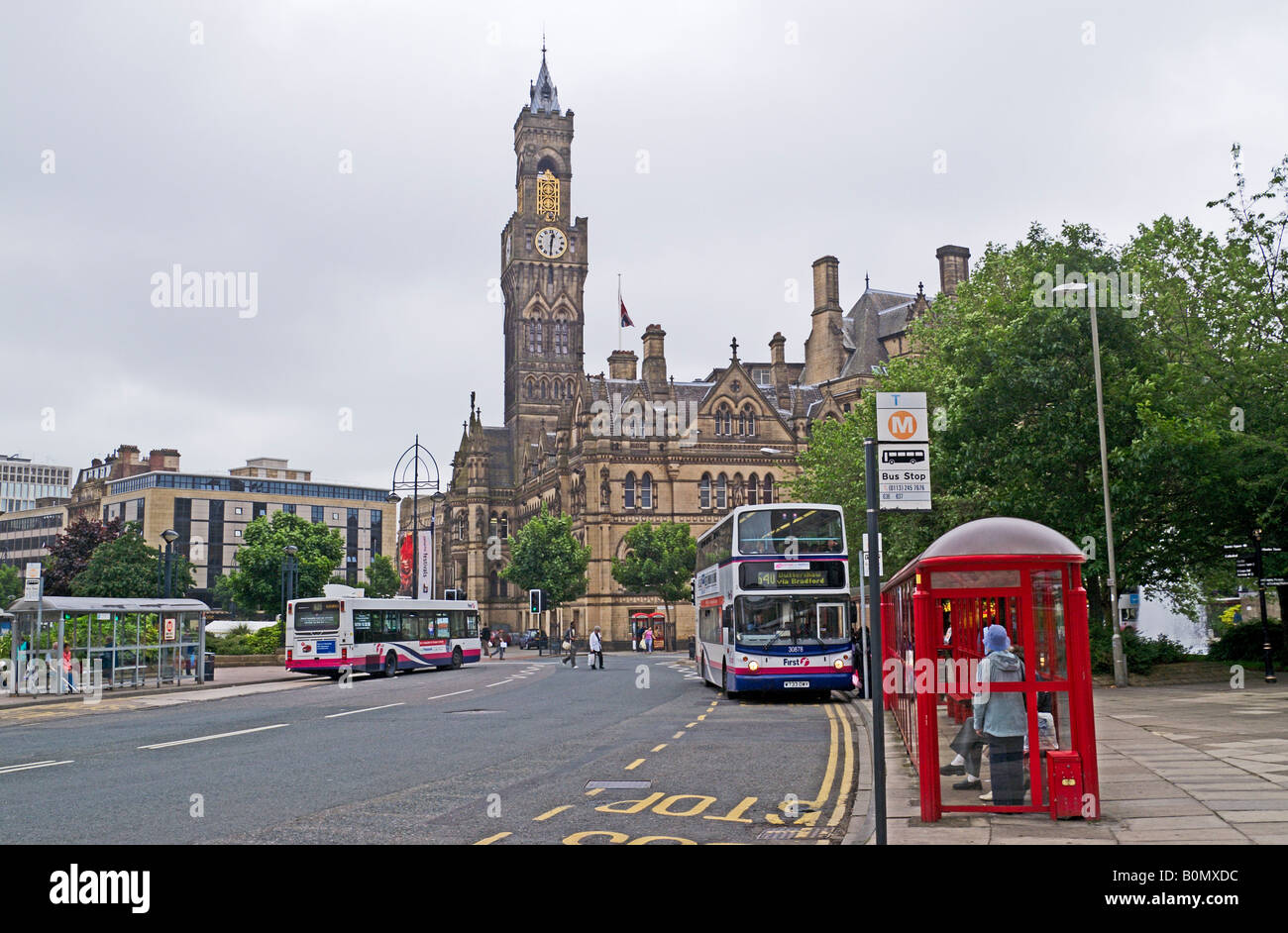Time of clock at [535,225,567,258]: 12:30
